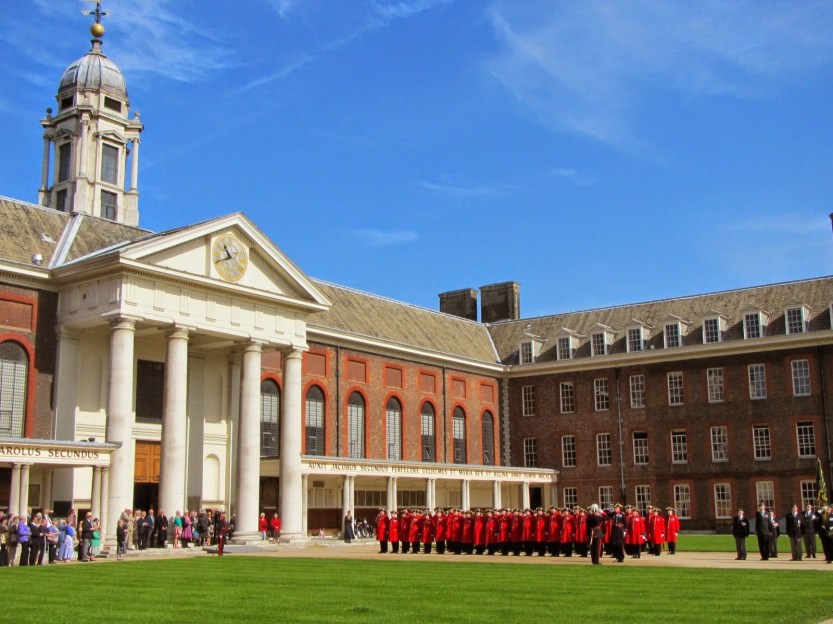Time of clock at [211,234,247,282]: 10:41
